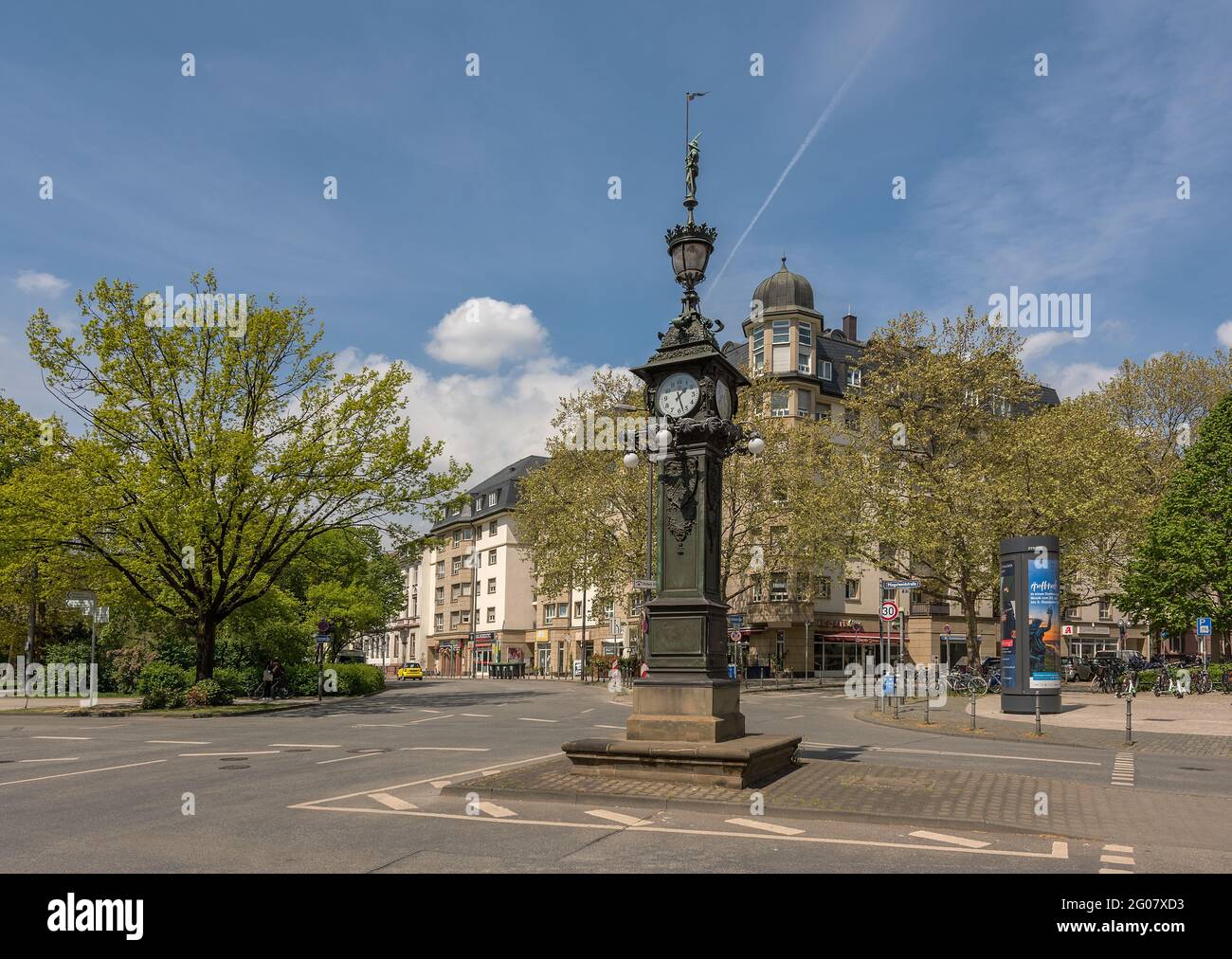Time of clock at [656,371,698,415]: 1:27
